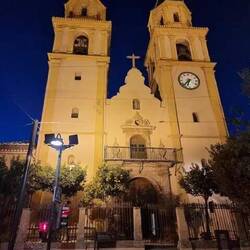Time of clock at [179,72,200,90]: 6:38
